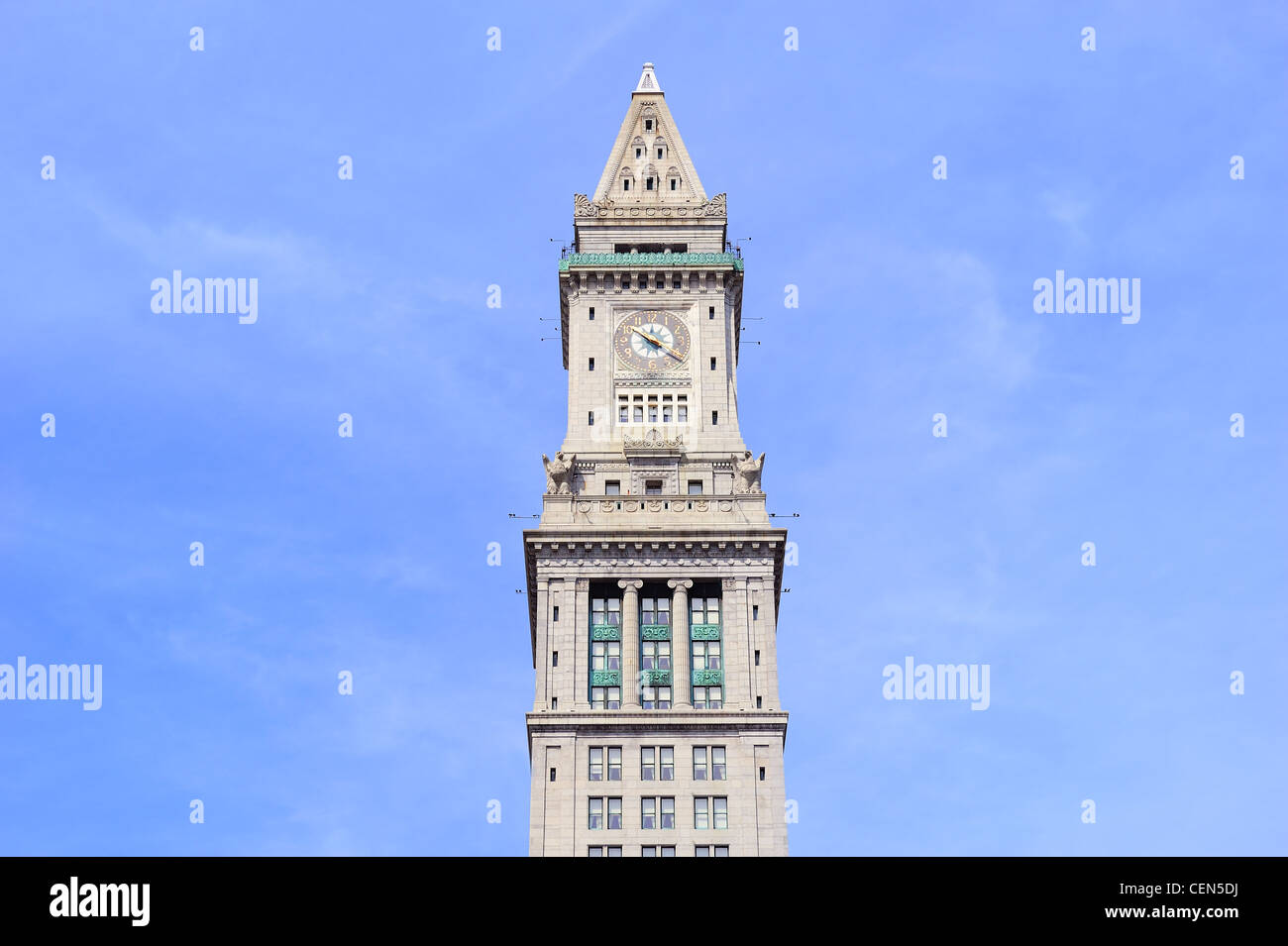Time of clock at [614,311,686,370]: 3:51
